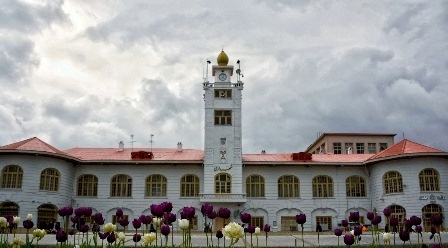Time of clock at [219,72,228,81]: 4:03
